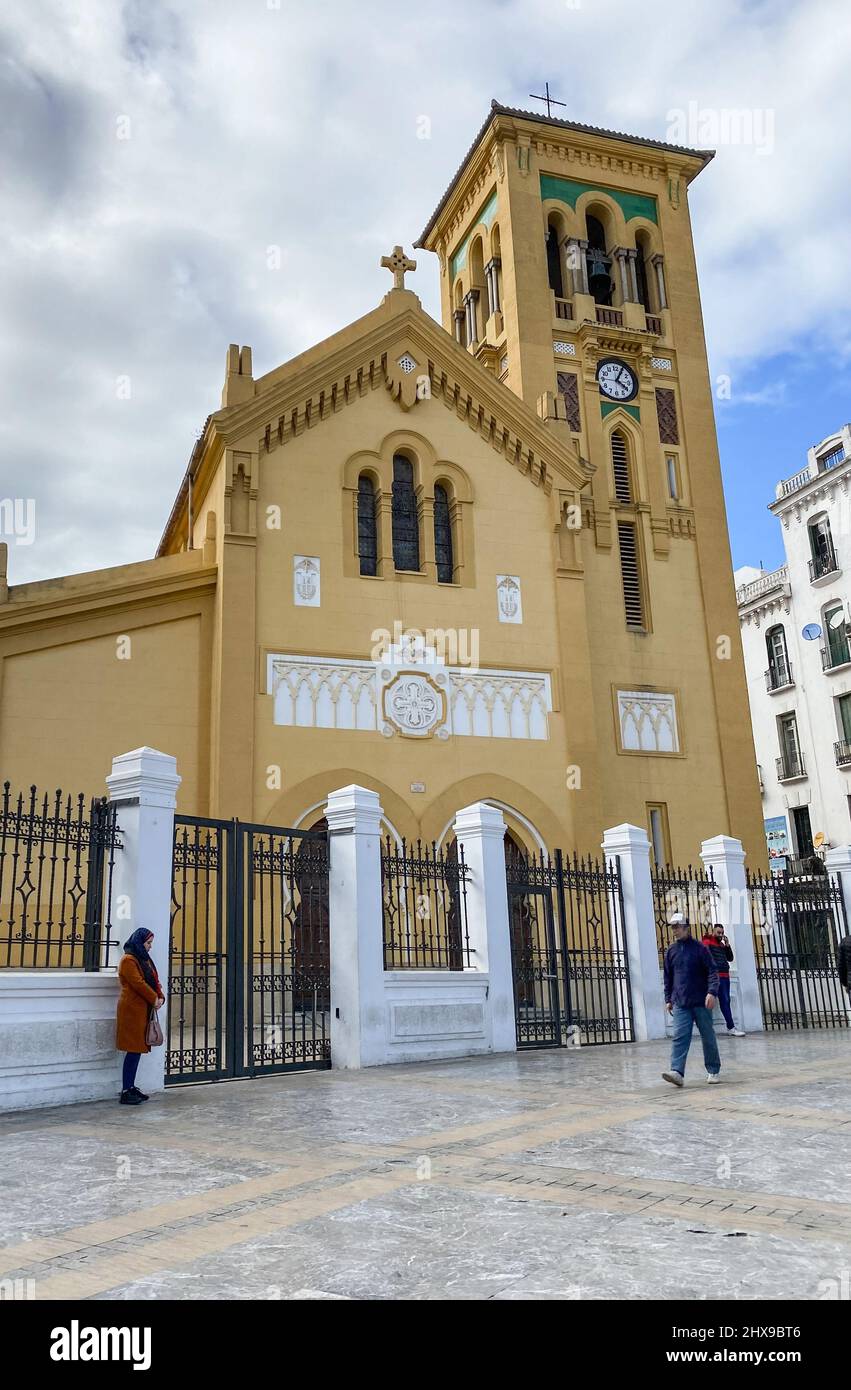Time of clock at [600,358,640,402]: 4:04
